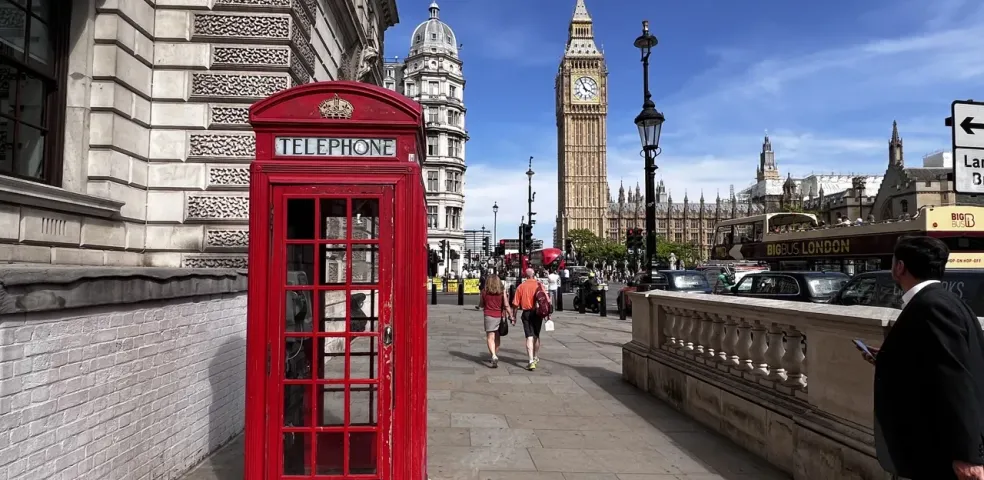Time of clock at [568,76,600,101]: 3:55
